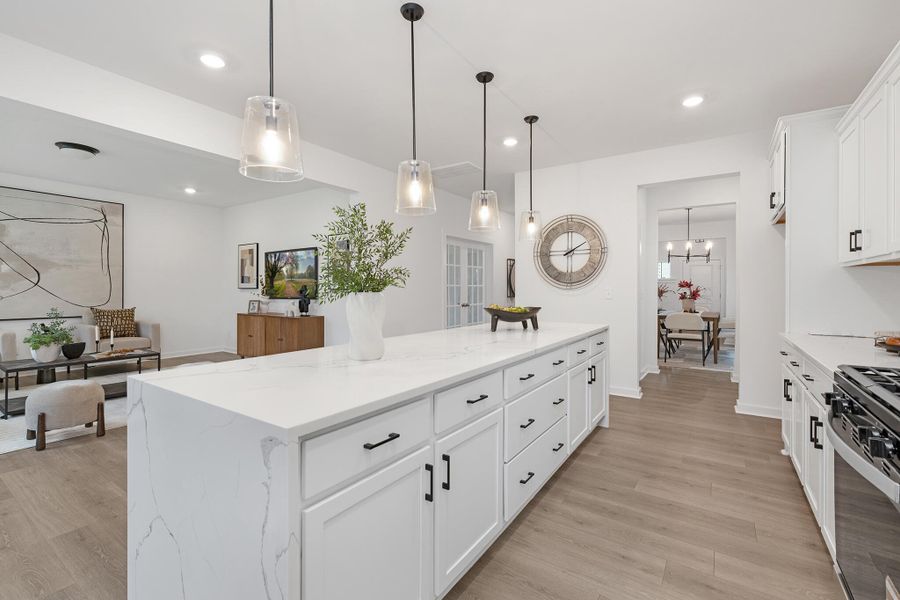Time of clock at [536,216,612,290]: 2:00
